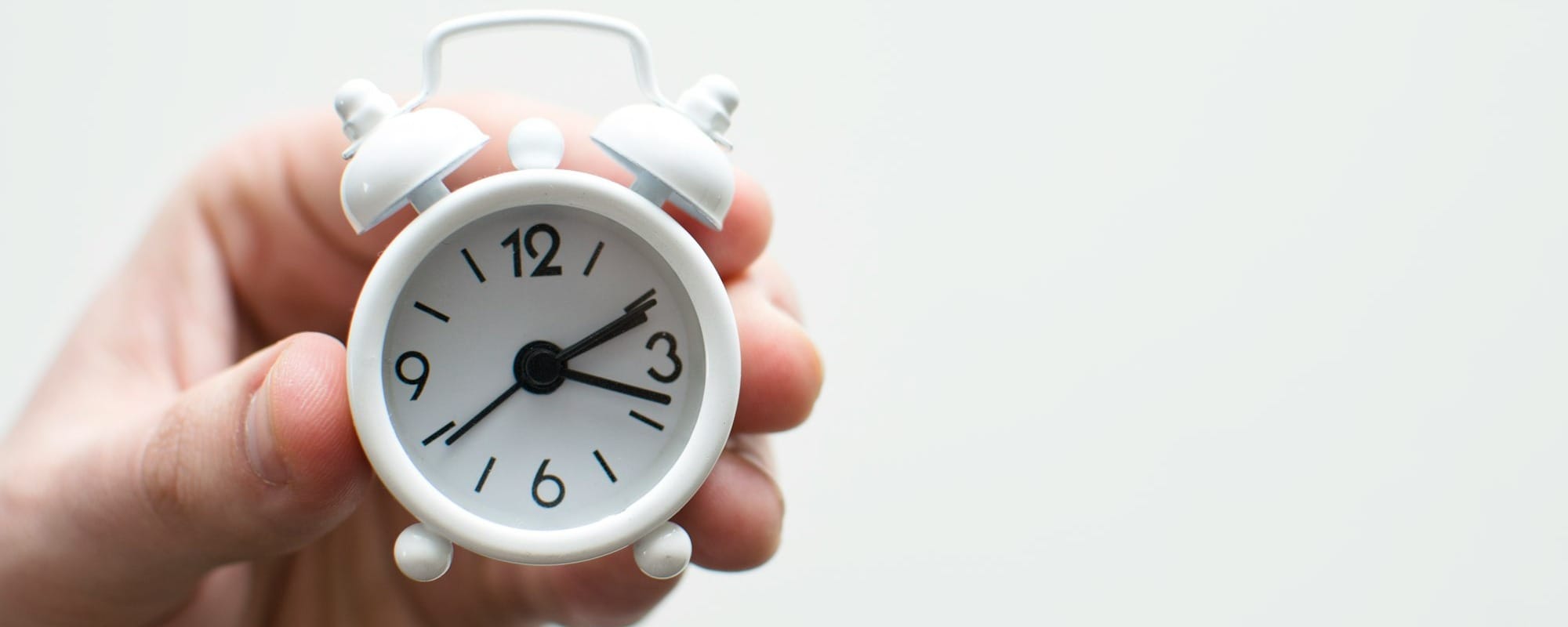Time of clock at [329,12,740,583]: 2:18
